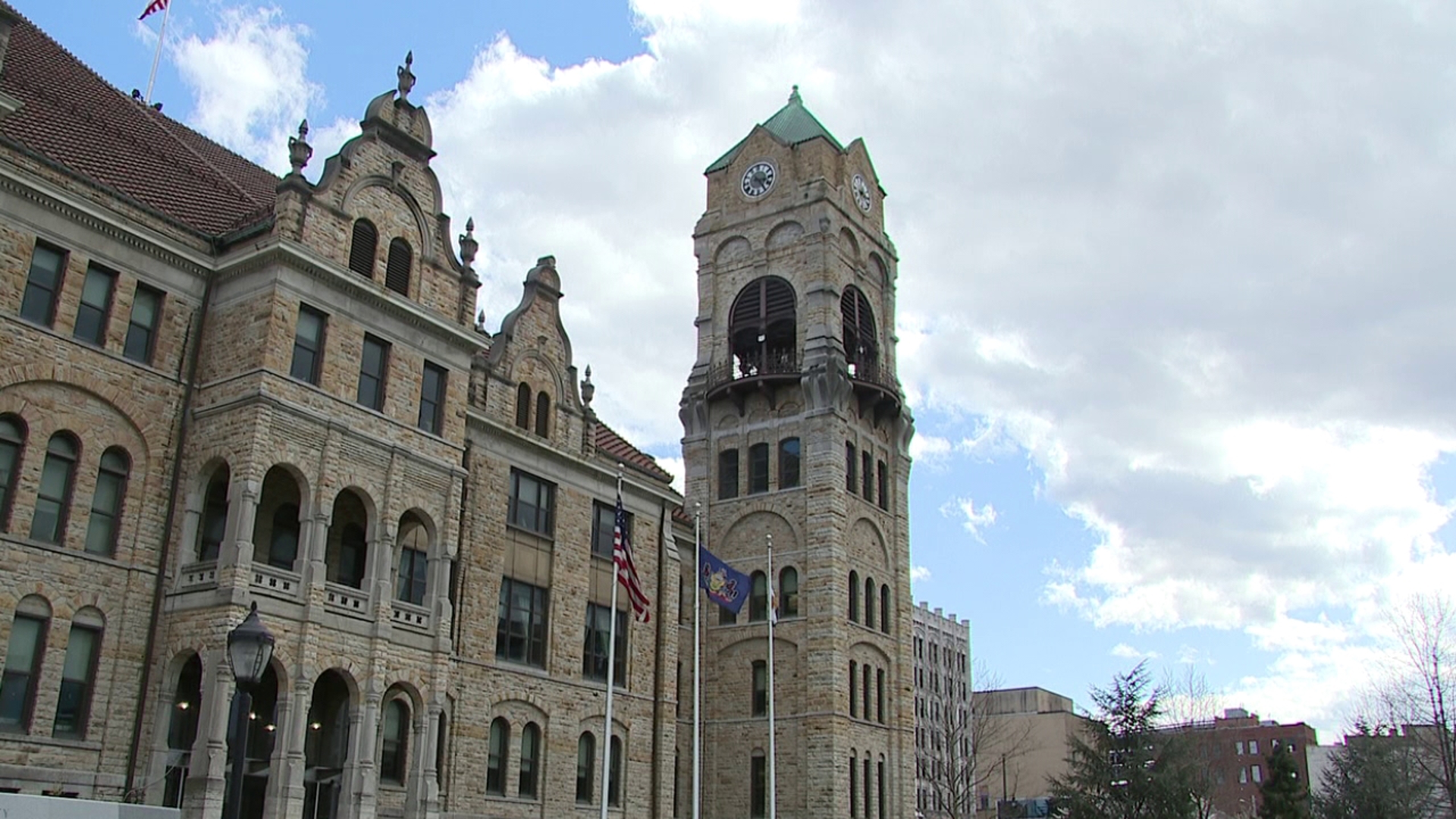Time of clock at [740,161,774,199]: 3:24
